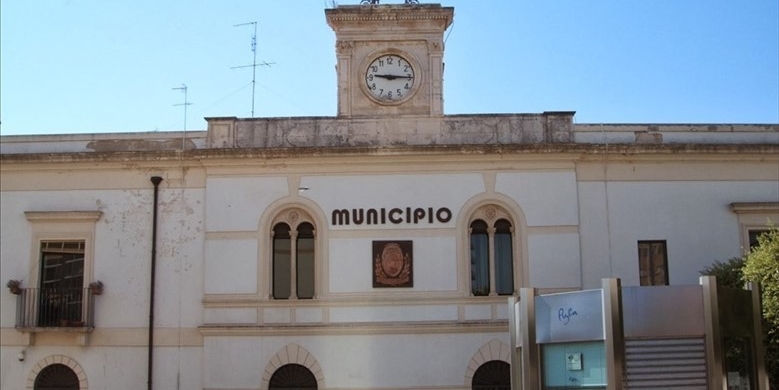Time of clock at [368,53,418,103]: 9:15
